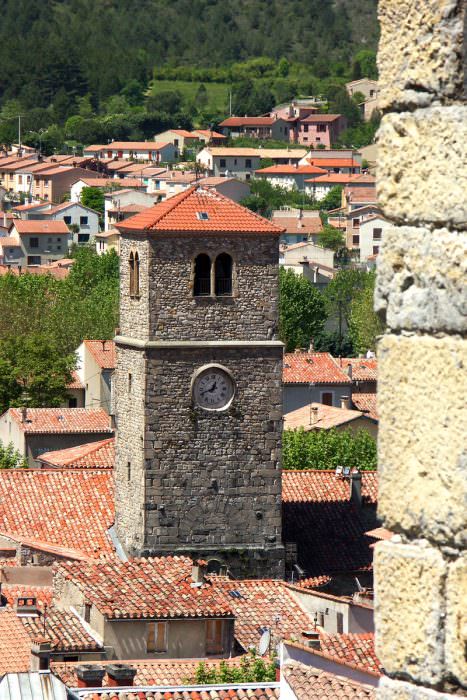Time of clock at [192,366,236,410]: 12:41
